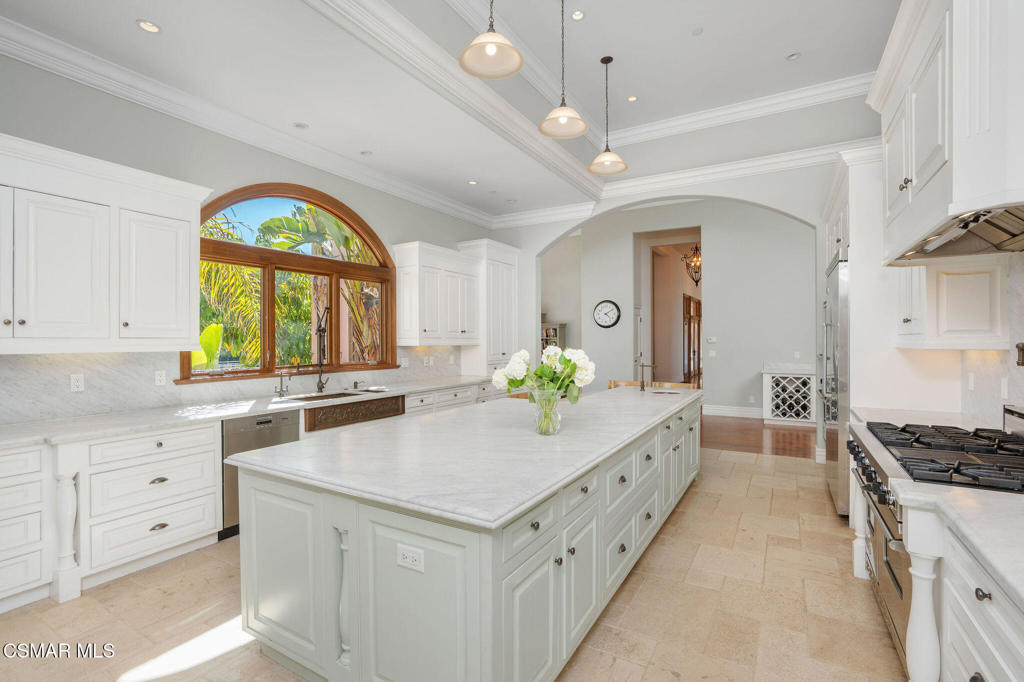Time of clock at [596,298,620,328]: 4:09
